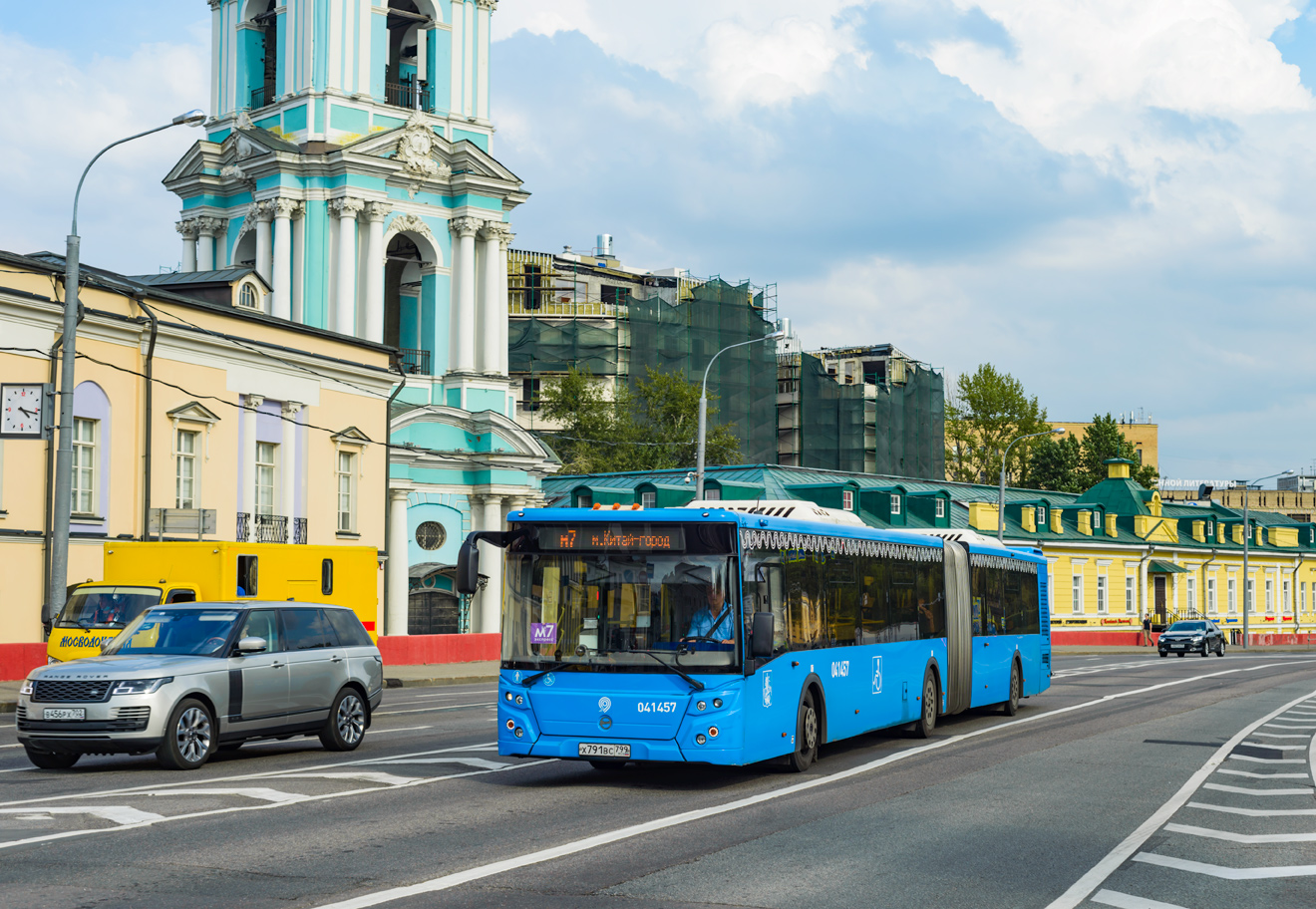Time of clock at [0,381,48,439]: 4:17
